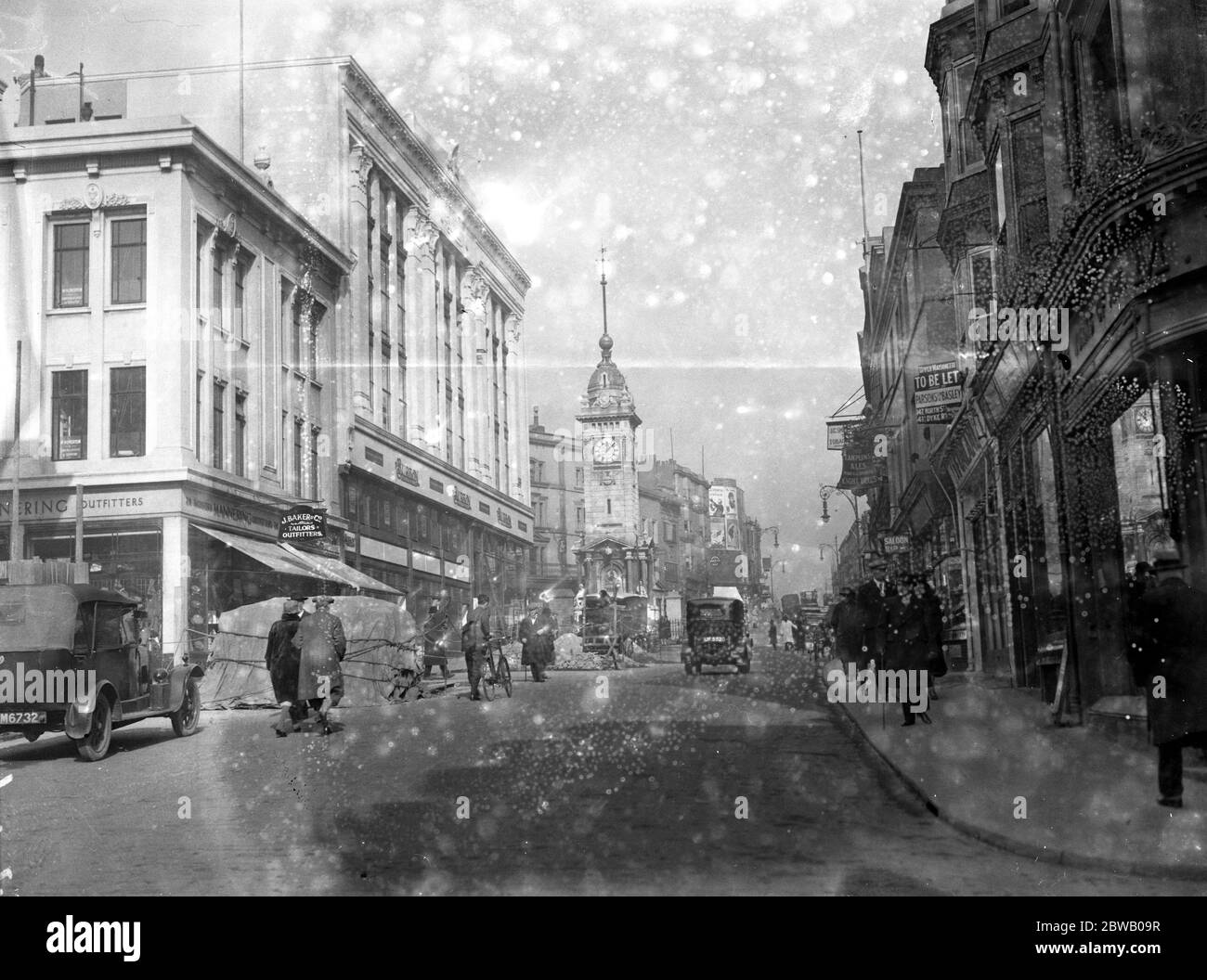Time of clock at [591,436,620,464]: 12:07
